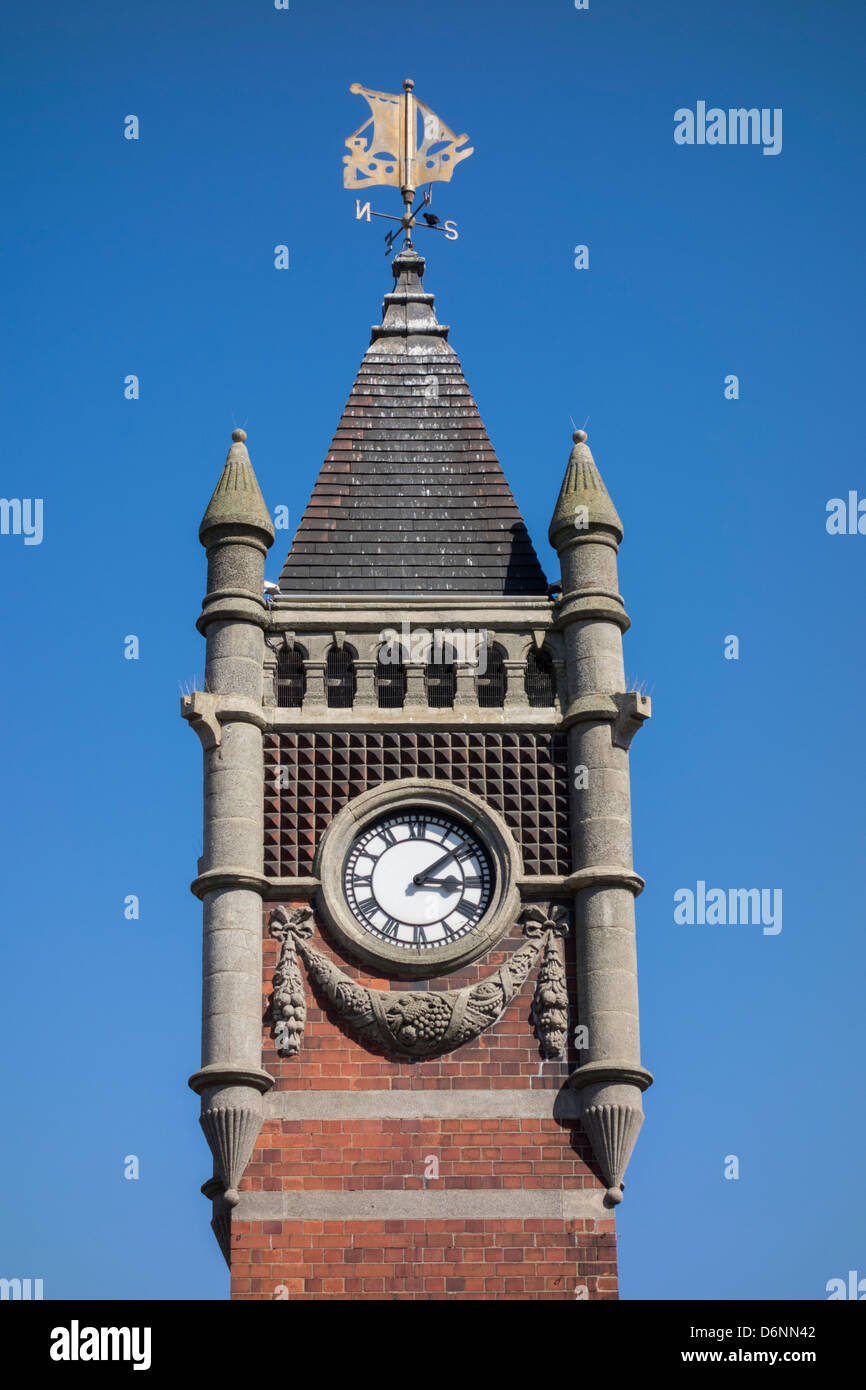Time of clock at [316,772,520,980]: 3:08
